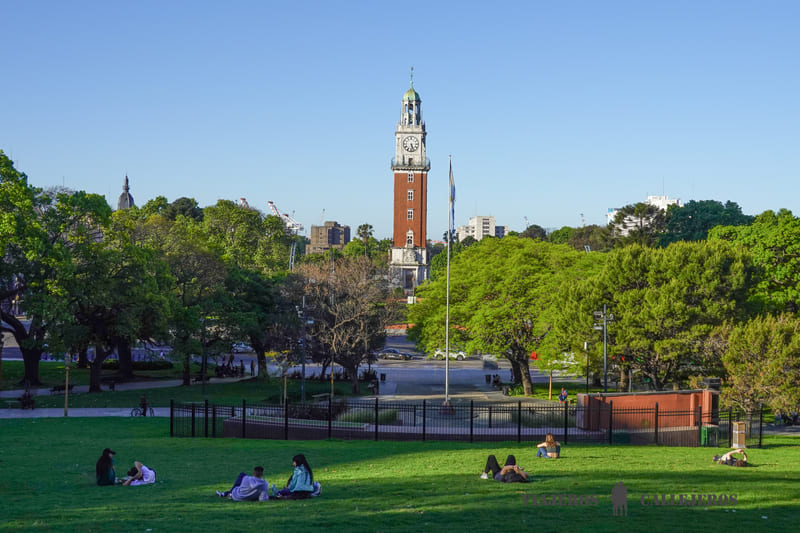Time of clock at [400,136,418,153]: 5:26
